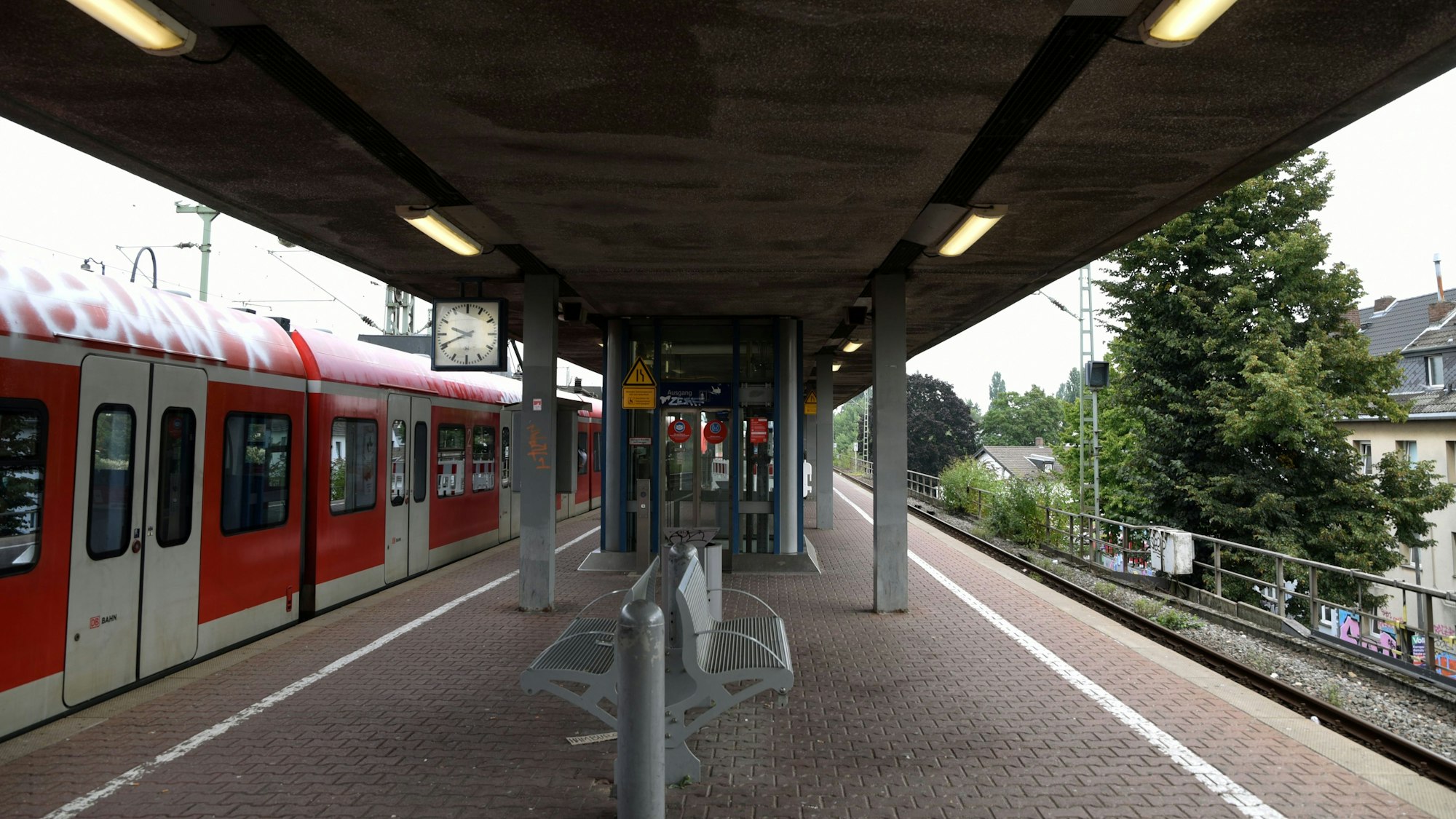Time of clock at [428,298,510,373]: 9:41
